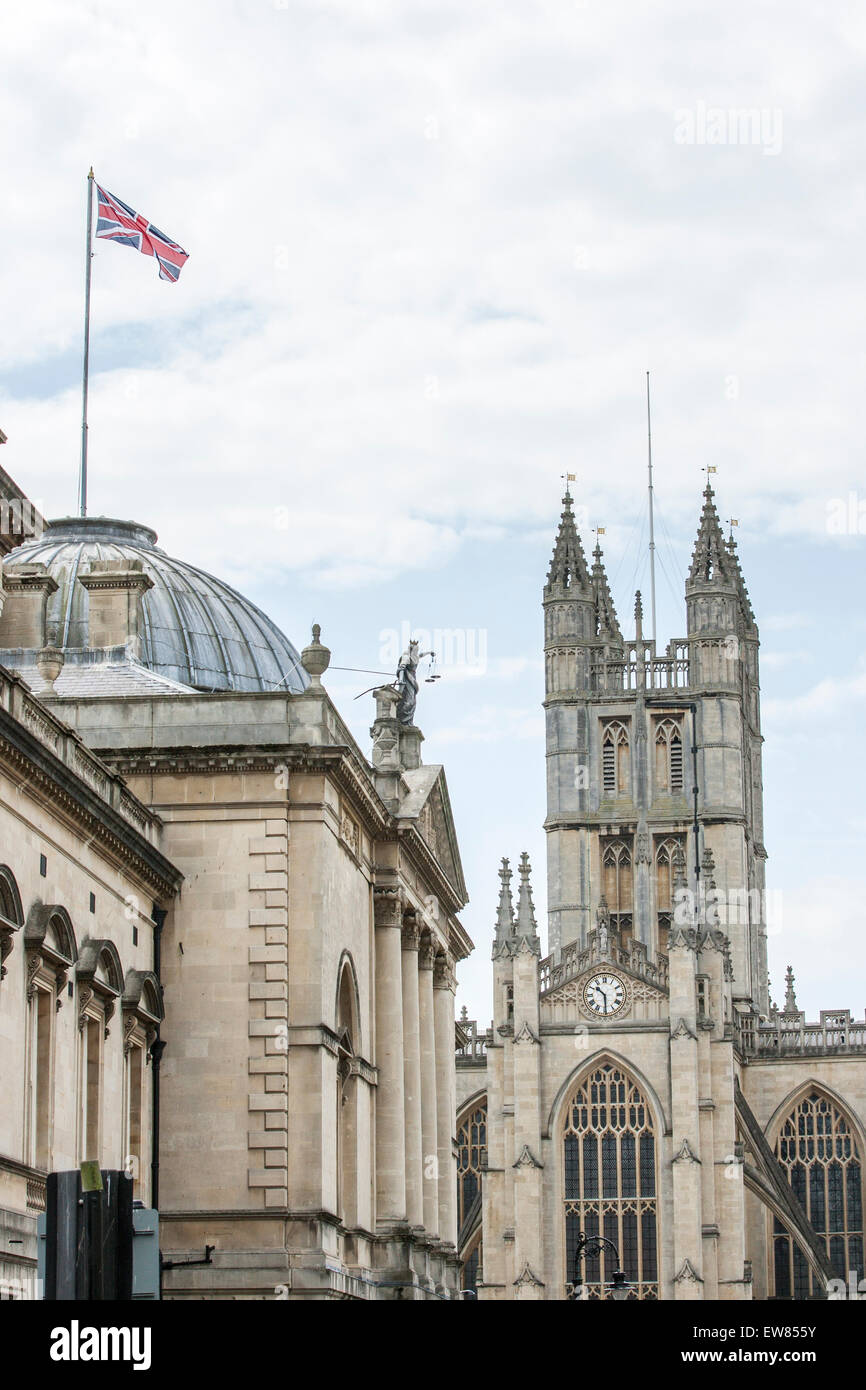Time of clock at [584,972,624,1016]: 10:29
